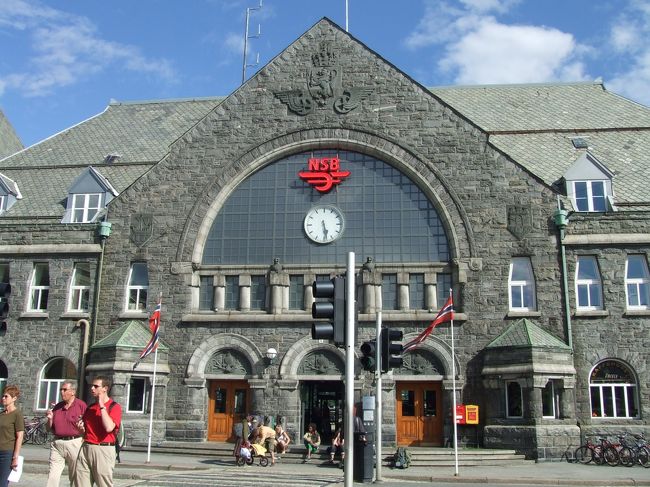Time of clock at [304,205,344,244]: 5:28
